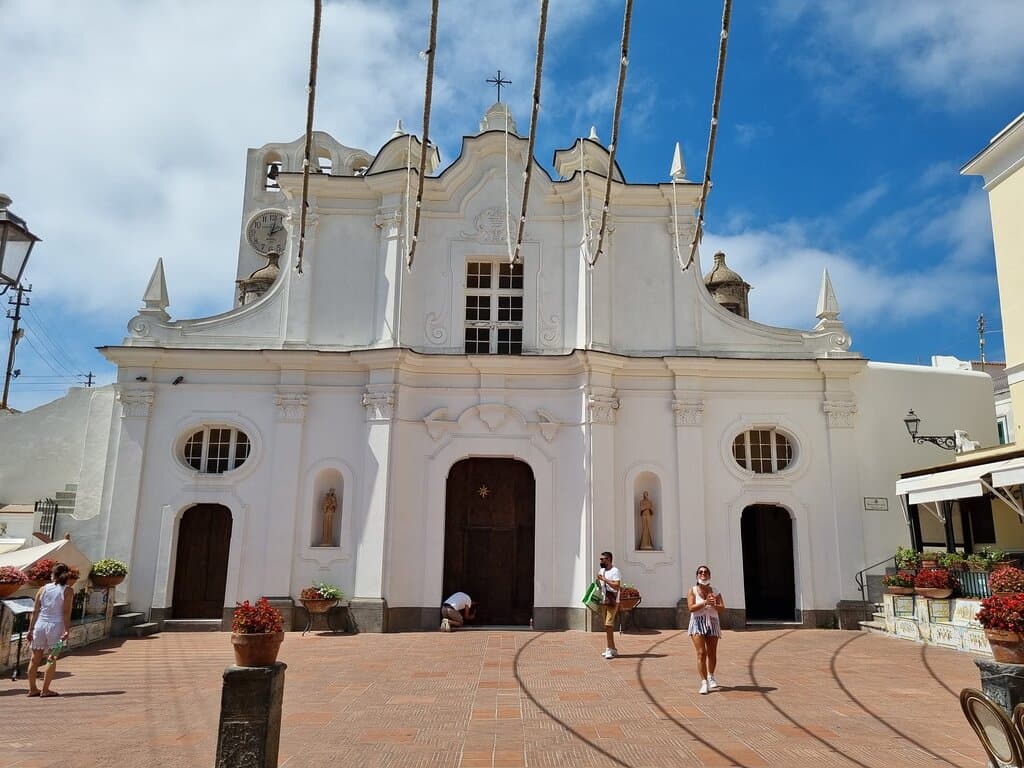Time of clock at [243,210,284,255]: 2:02
